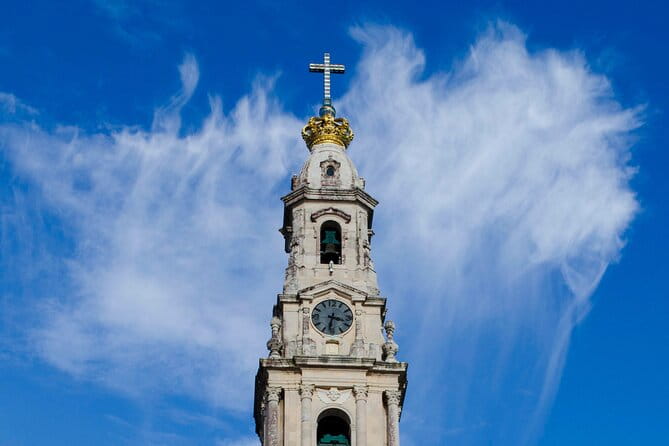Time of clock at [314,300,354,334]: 3:32
